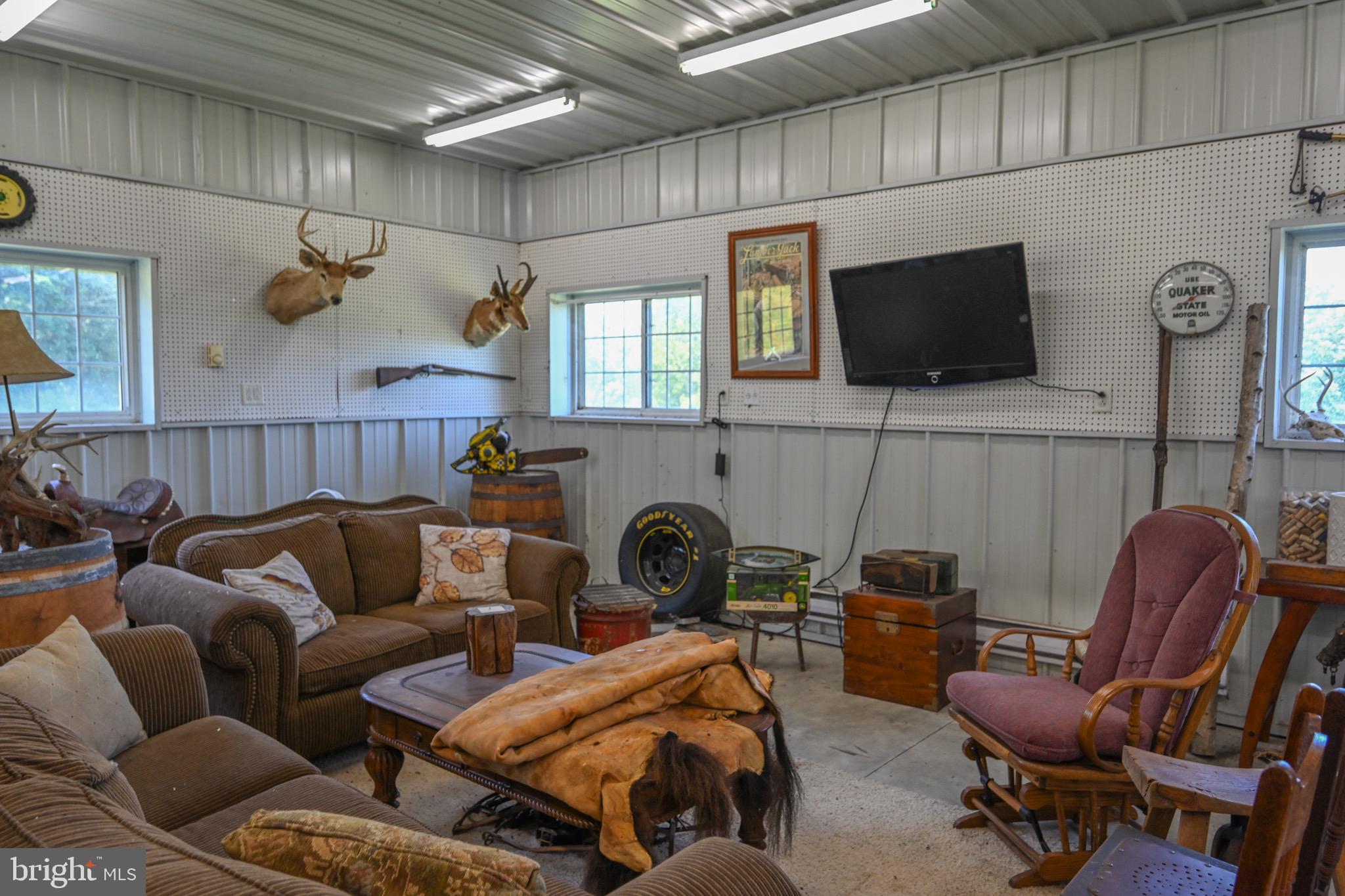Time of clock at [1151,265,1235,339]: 2:40
